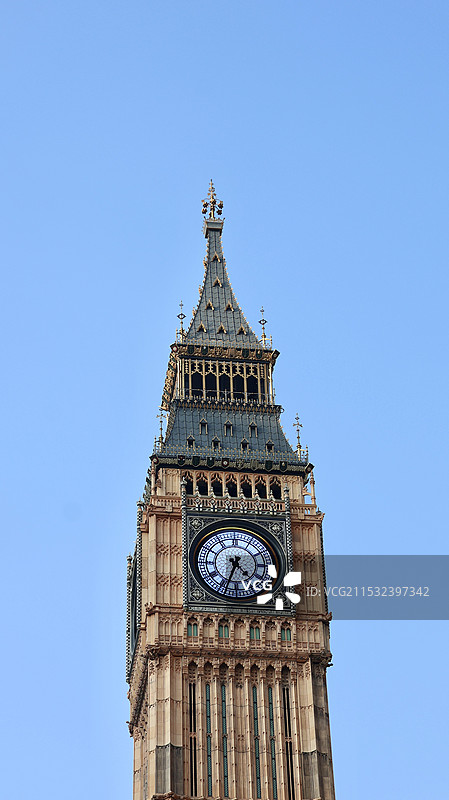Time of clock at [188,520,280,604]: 4:33
